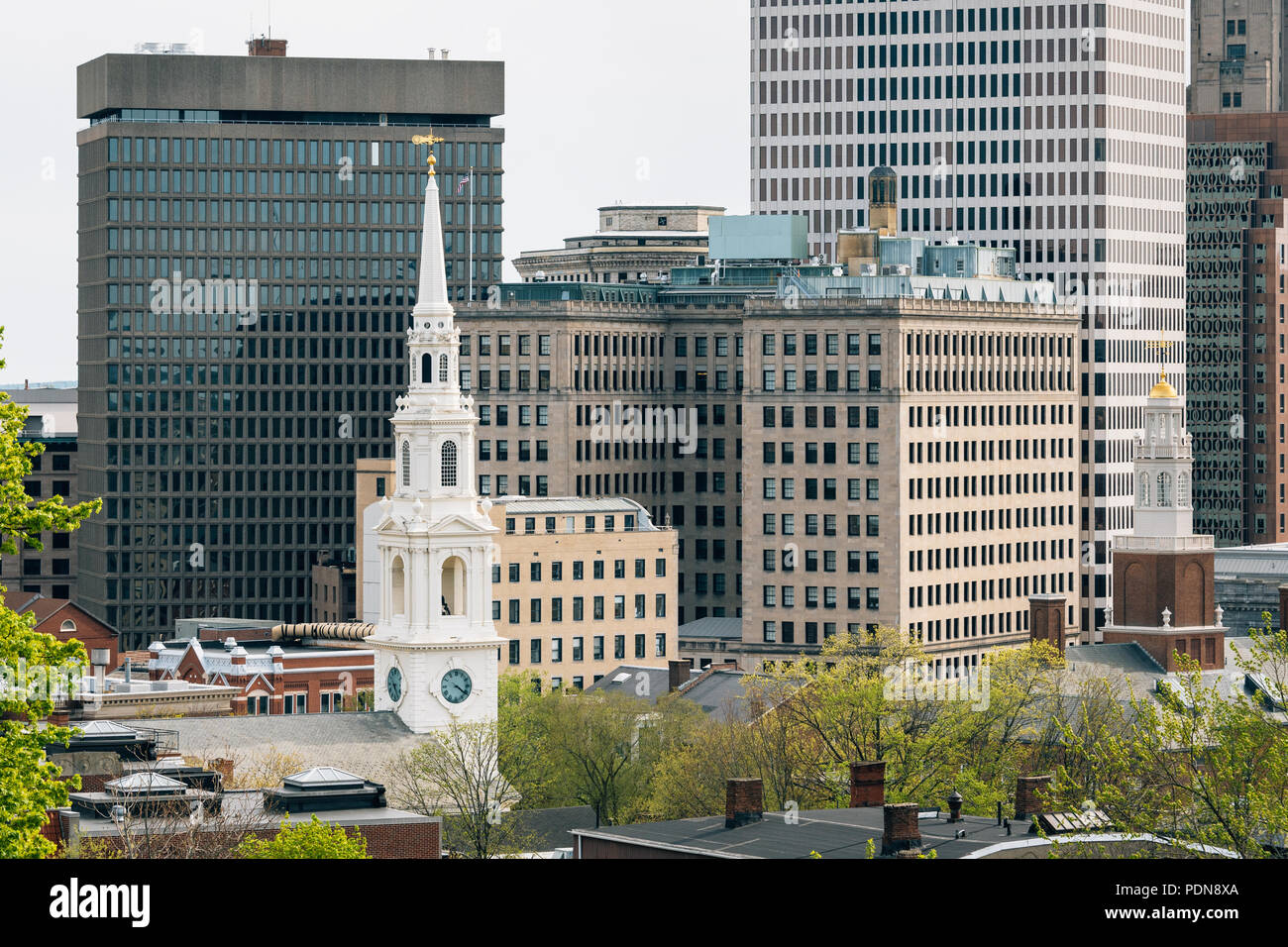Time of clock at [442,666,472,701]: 4:21
